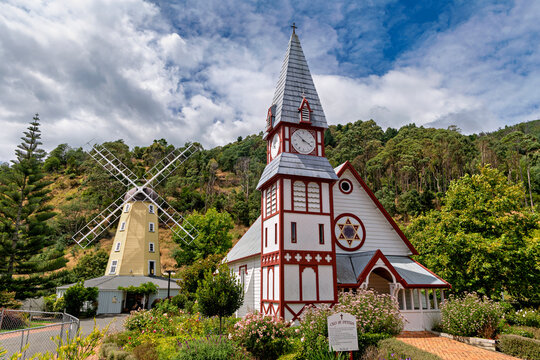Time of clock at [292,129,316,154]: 3:52
